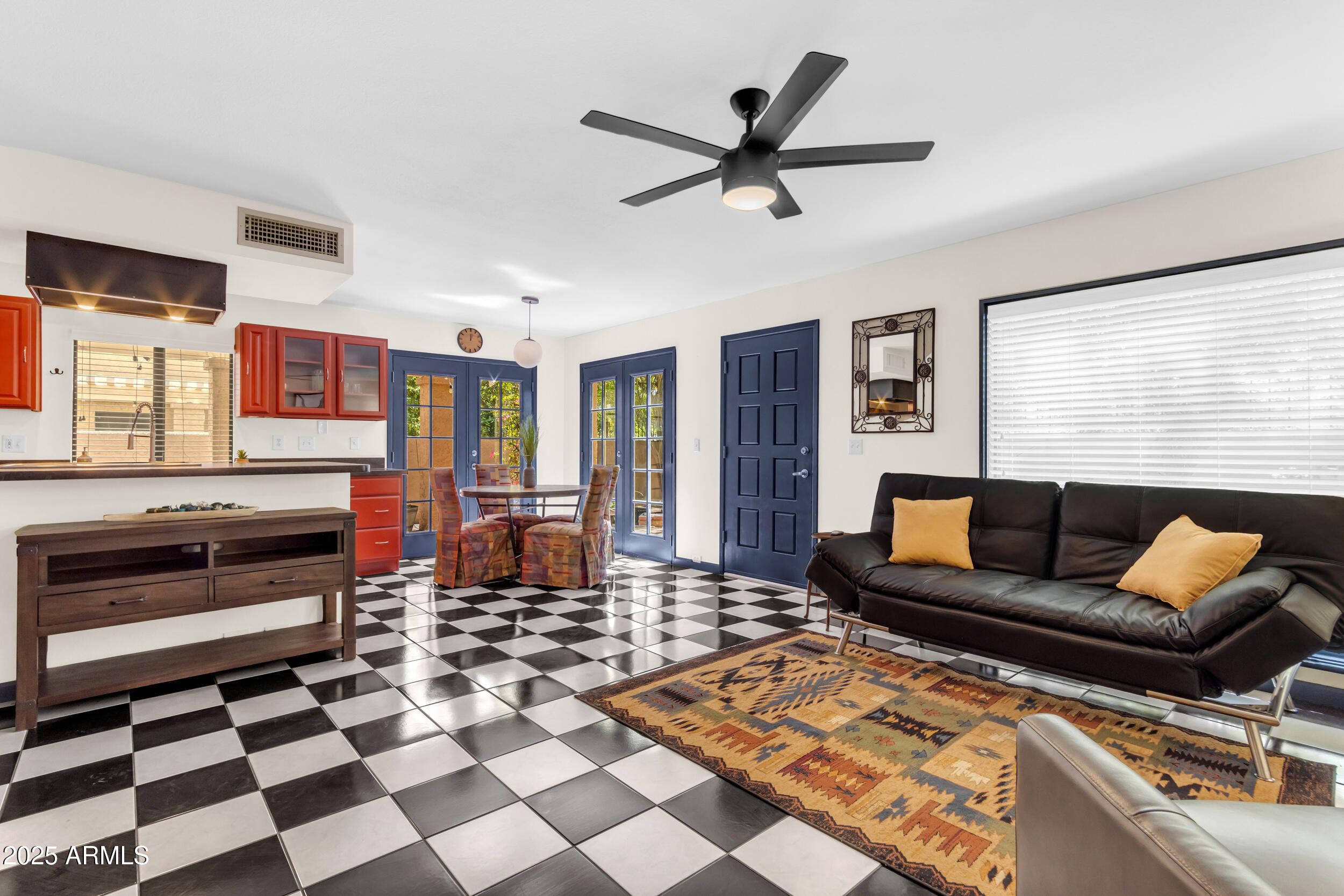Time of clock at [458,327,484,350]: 12:03
